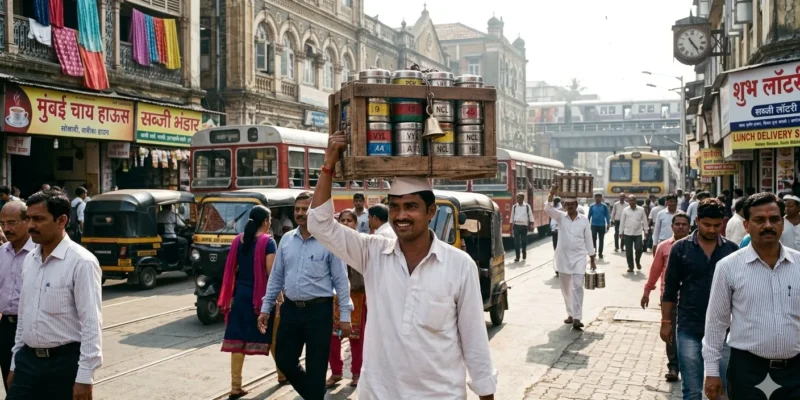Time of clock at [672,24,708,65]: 4:23
